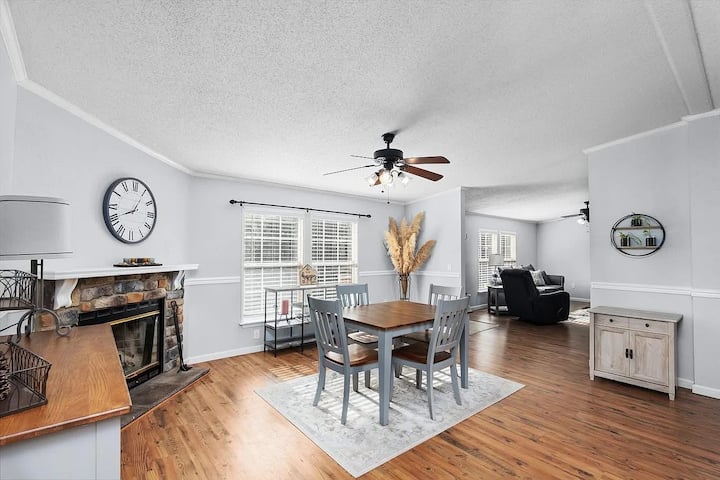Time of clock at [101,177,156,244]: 8:04
